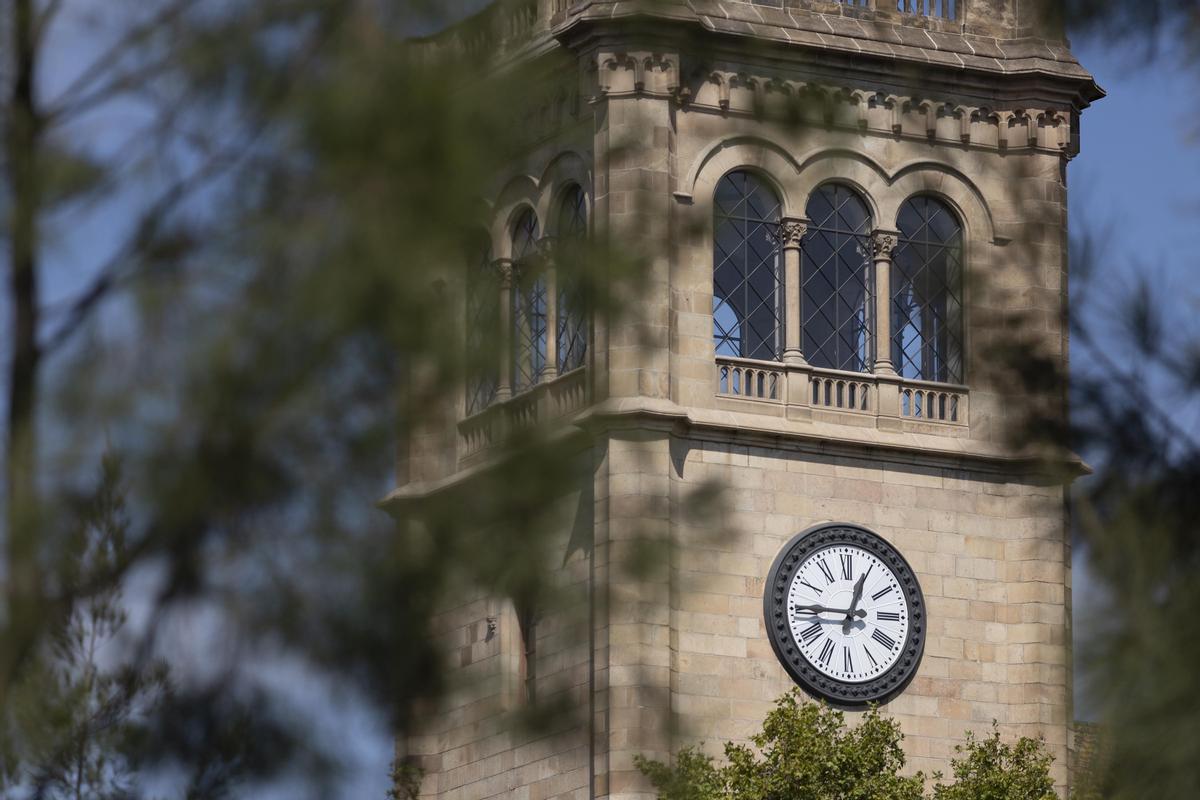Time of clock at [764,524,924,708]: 12:45
